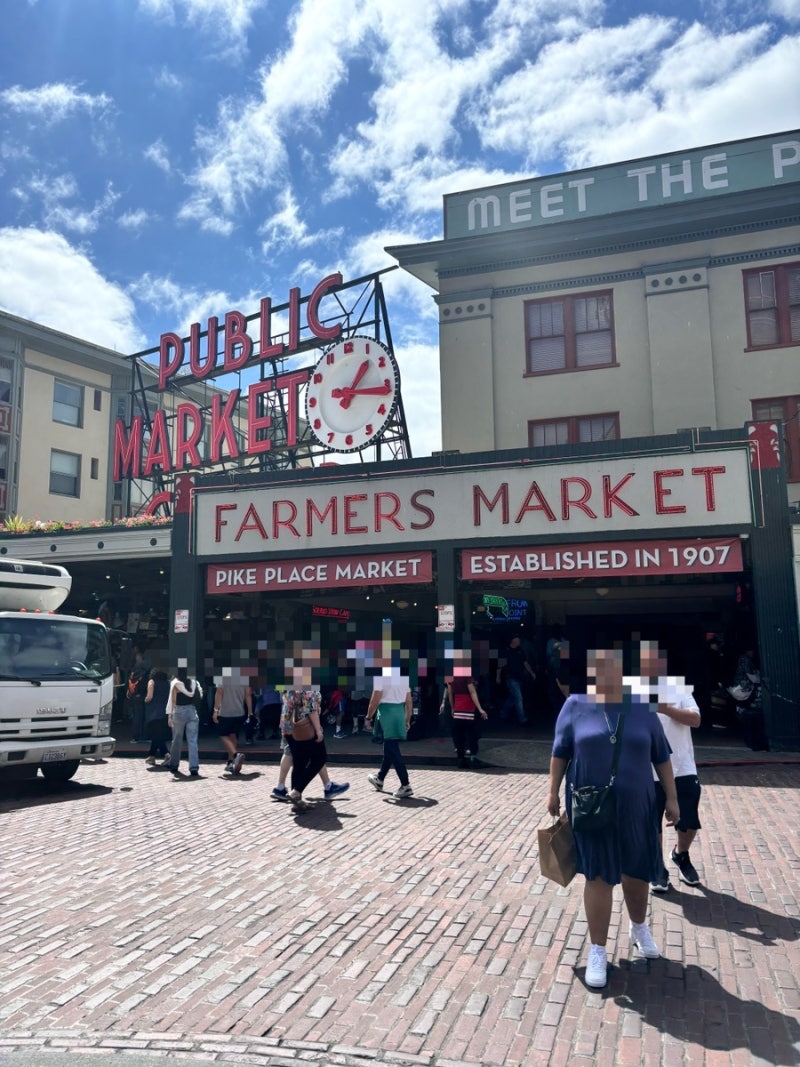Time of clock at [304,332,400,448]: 1:16
